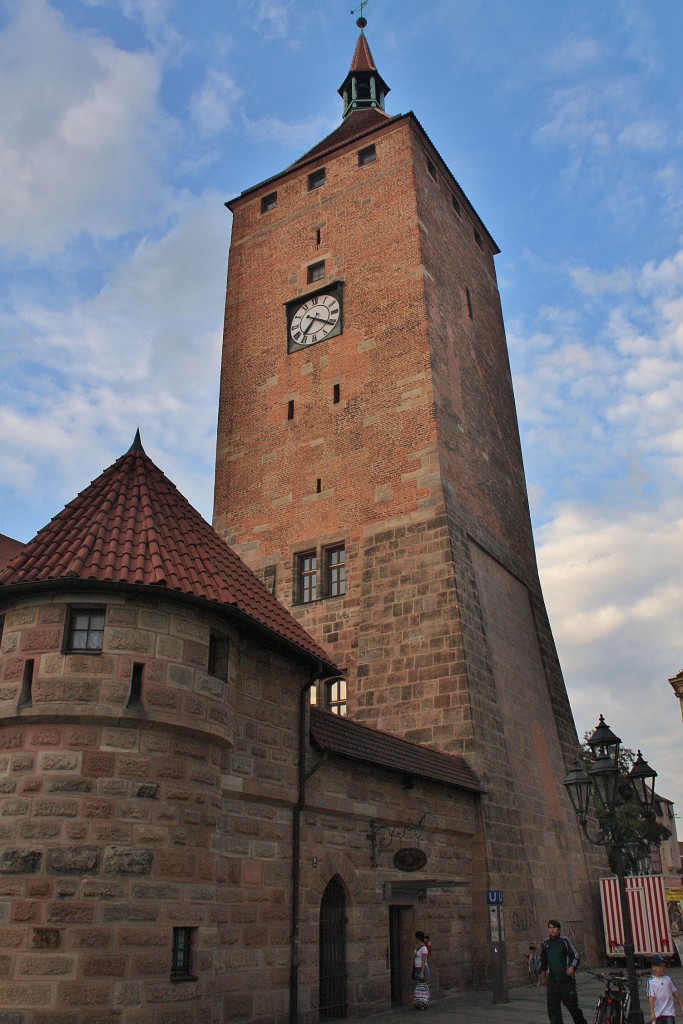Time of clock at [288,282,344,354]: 7:20
